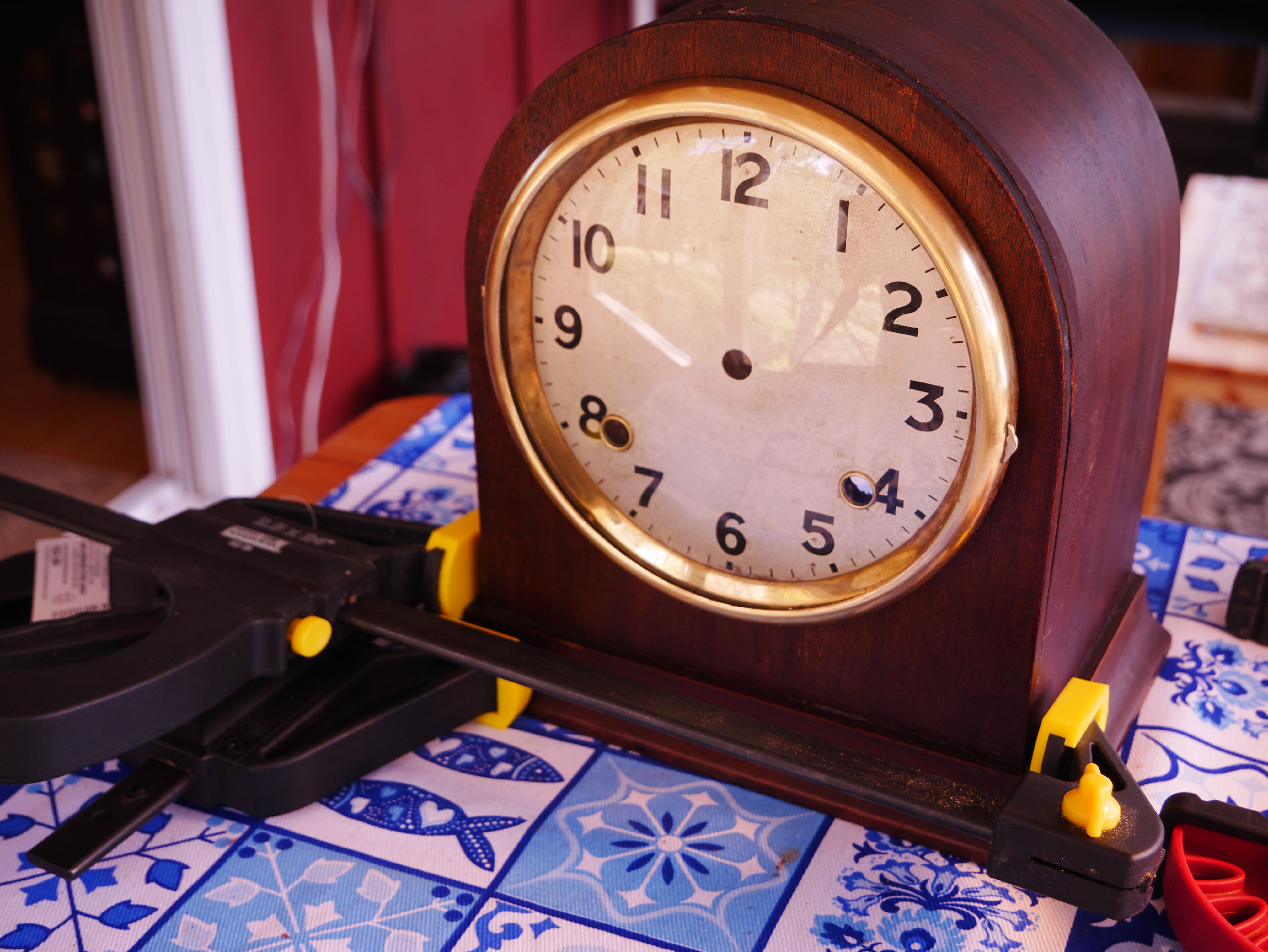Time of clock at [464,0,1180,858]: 2:48
